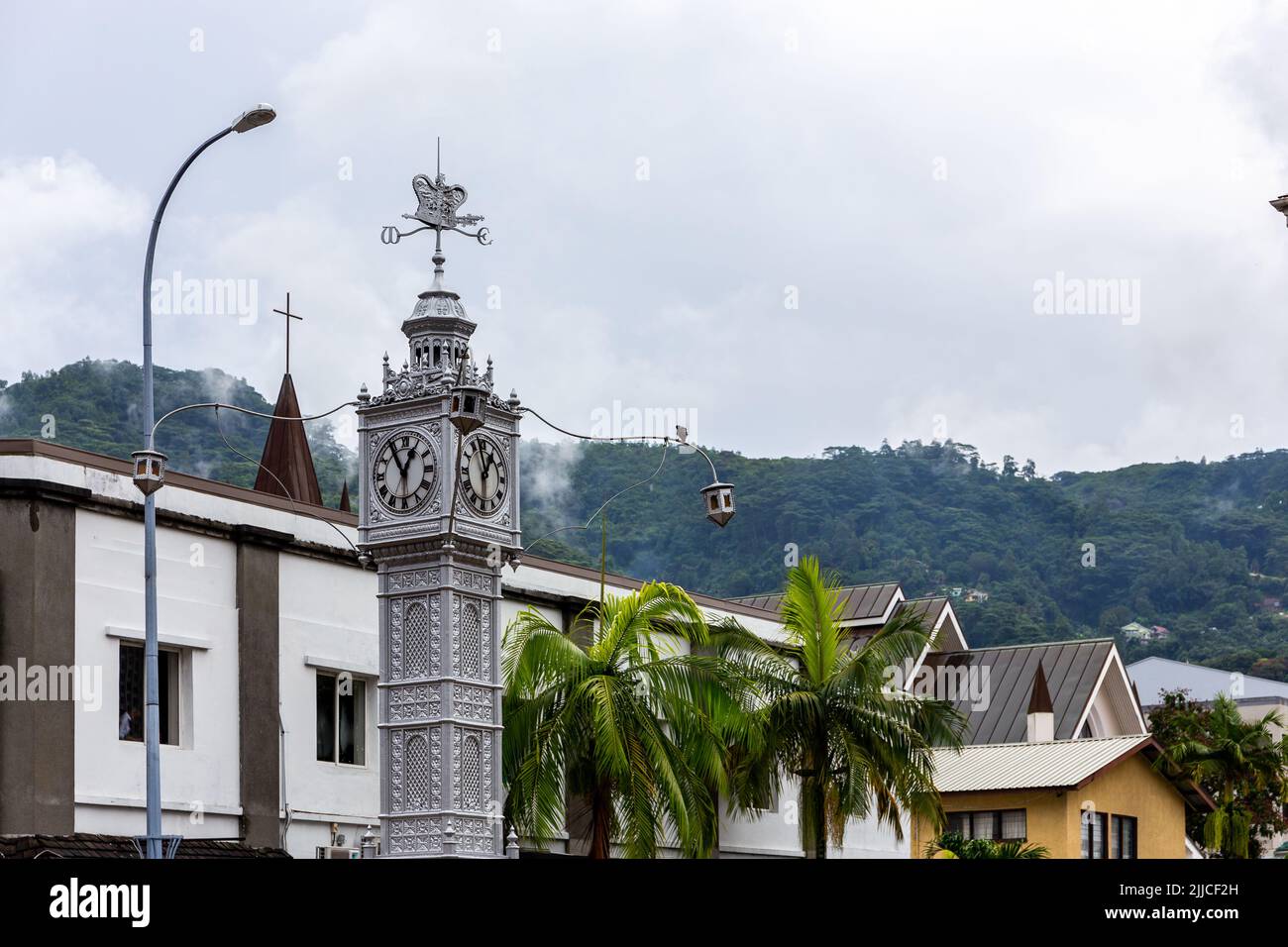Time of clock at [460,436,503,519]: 12:57
